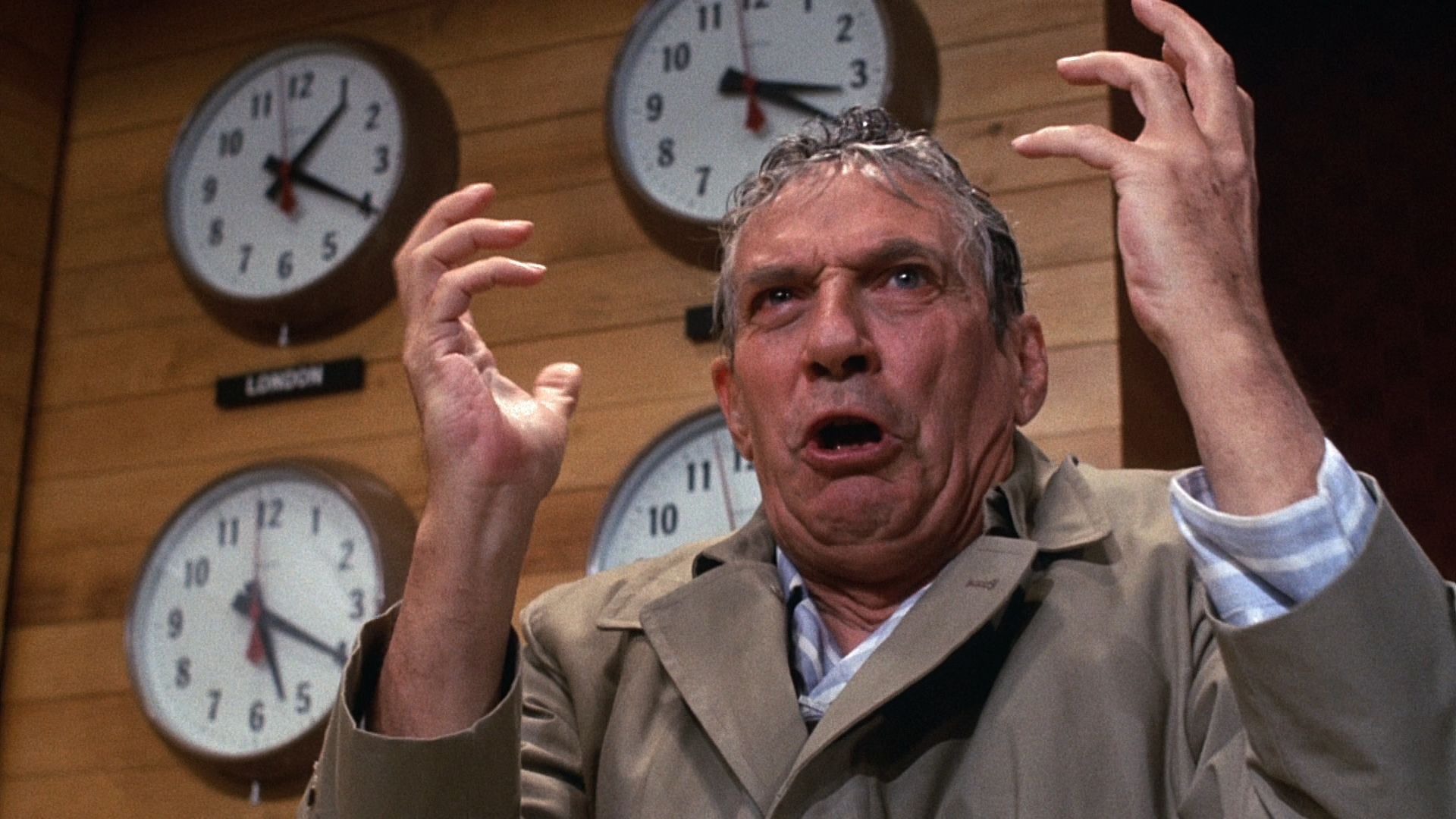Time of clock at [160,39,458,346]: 1:19
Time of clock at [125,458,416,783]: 5:19
